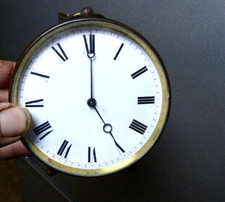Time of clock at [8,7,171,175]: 5:00
